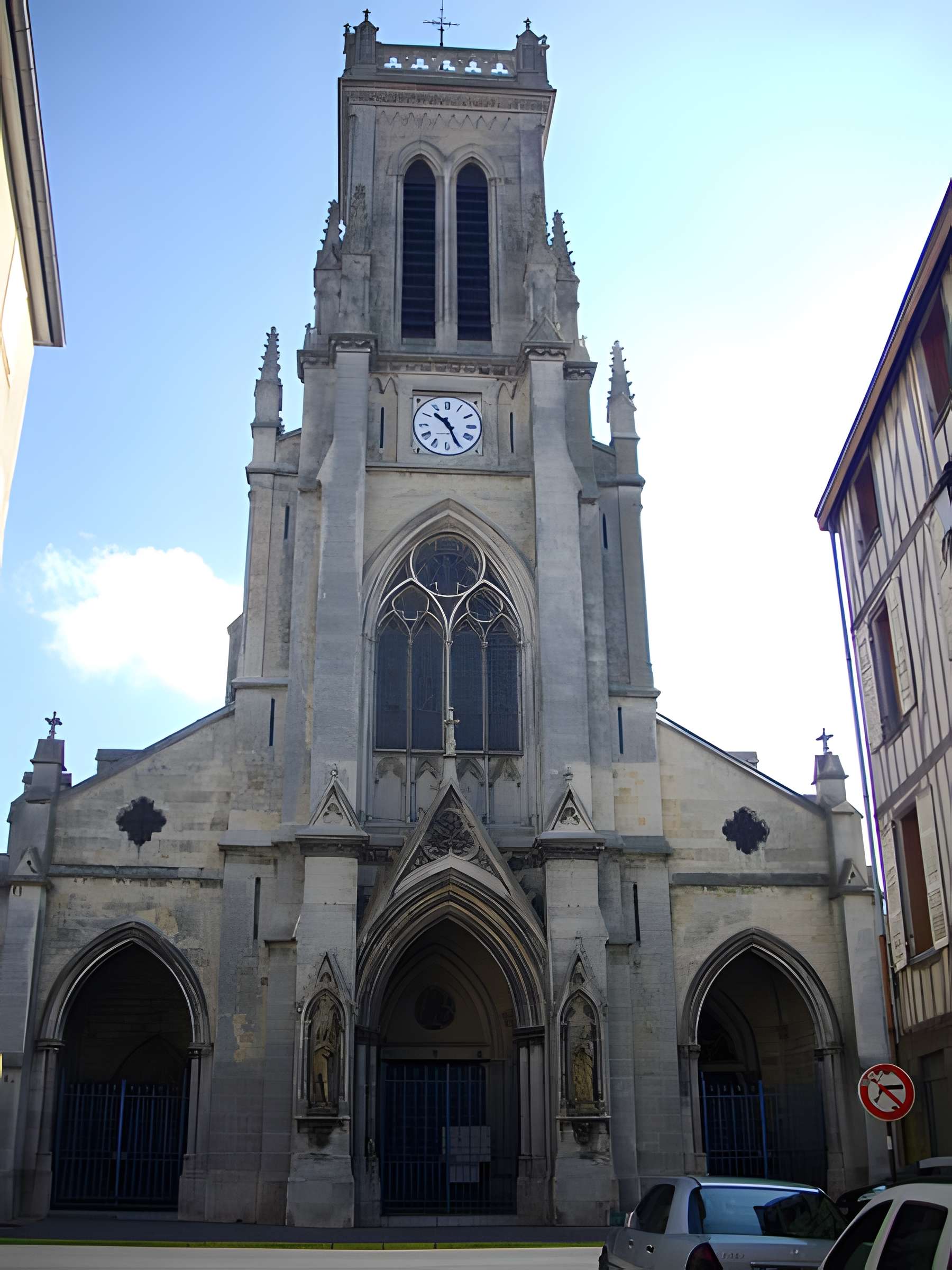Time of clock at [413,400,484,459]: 10:26
